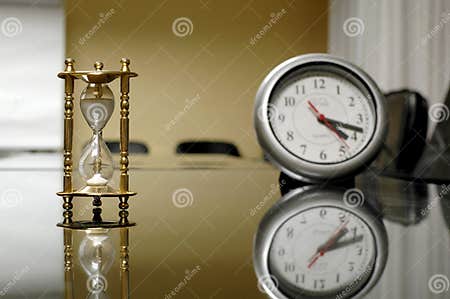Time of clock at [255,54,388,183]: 4:18
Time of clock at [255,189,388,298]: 1:11
